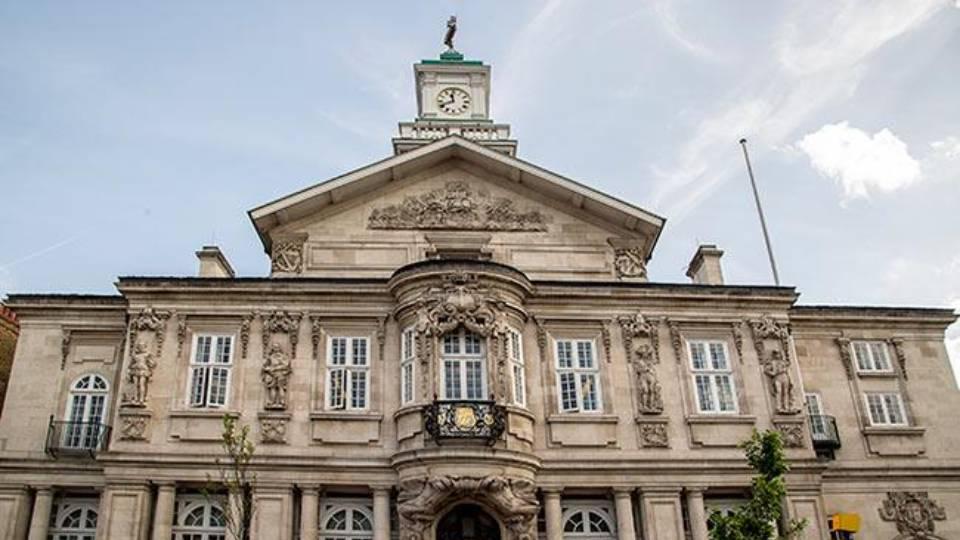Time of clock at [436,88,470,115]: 11:41
